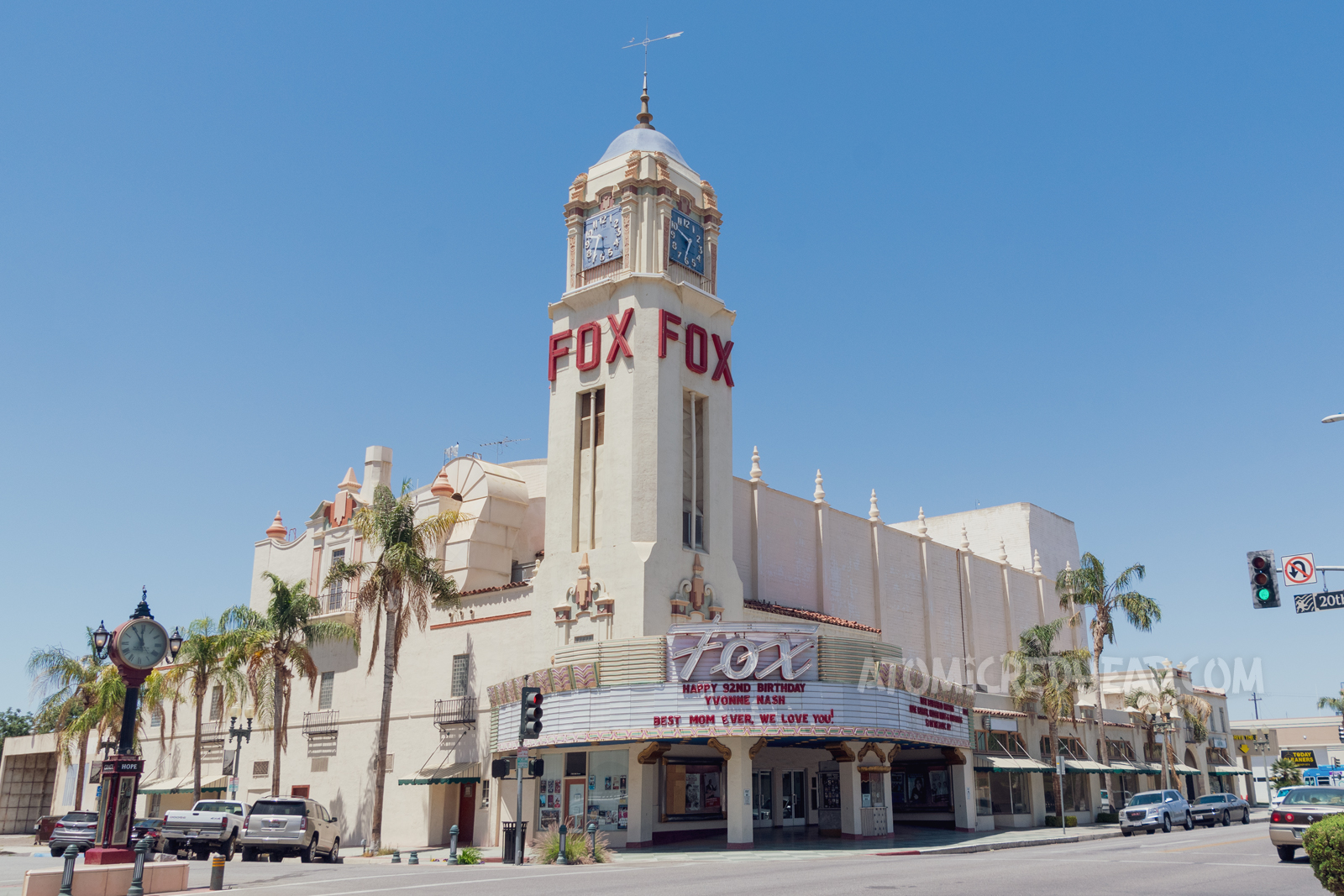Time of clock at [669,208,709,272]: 6:49
